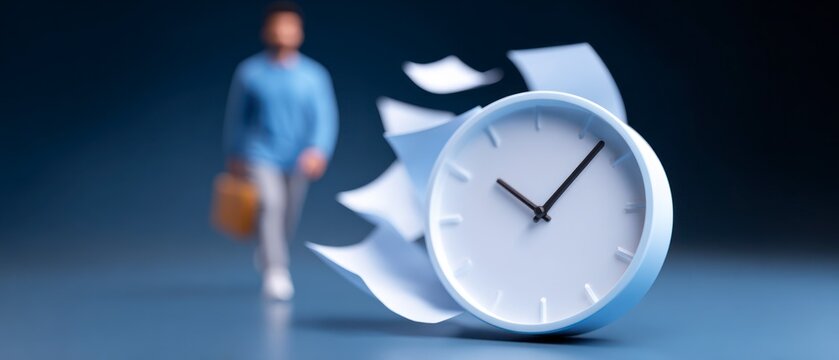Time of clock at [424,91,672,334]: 10:07
